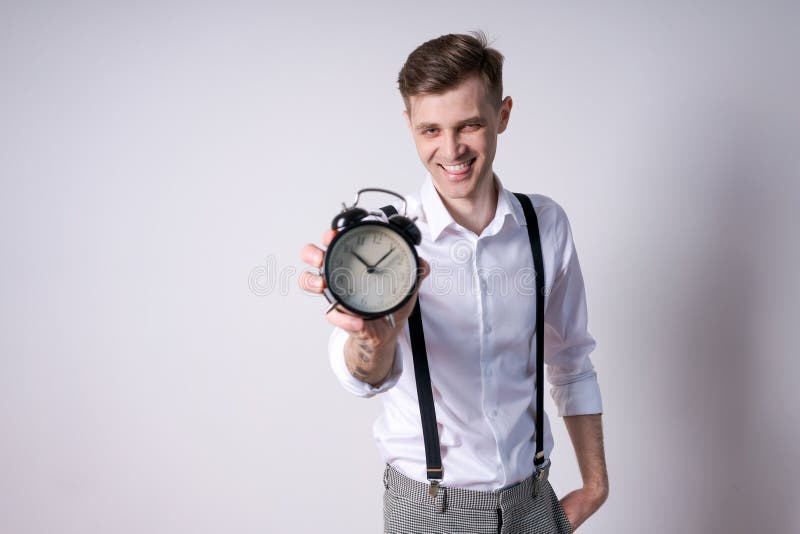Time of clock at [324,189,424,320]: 10:07
